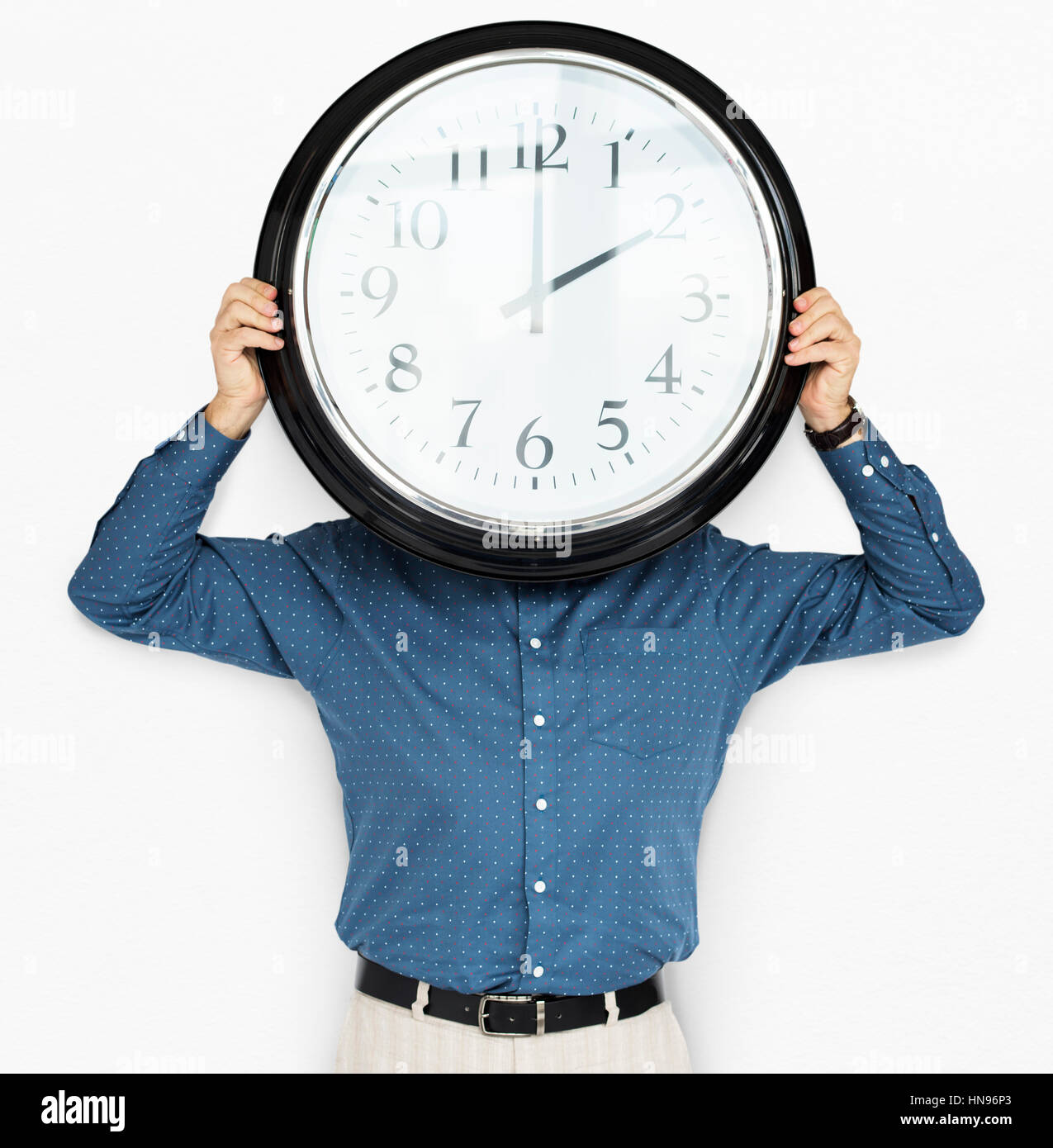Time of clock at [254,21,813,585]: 2:00
